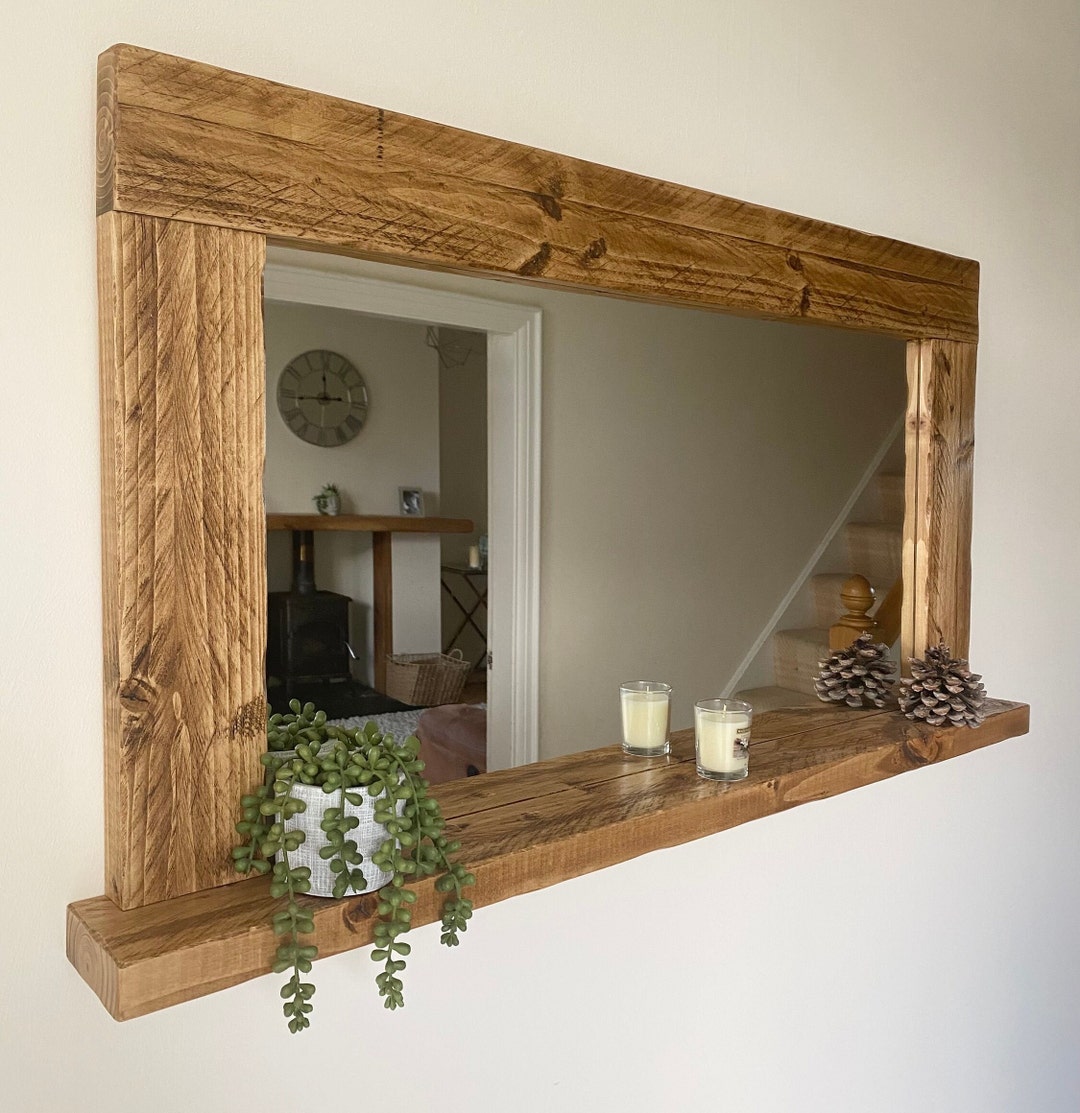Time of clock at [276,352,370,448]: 11:43
